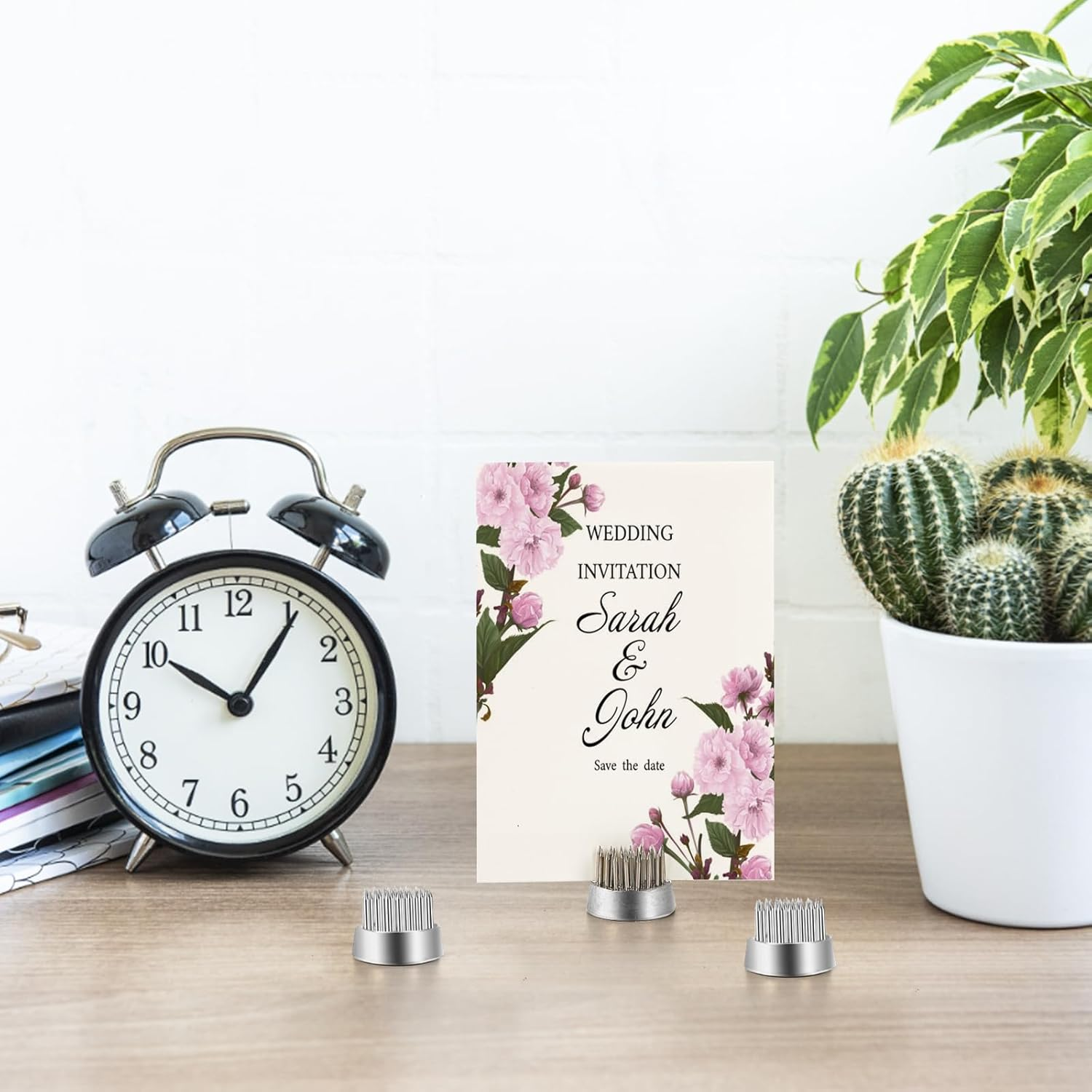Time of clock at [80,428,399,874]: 10:05
